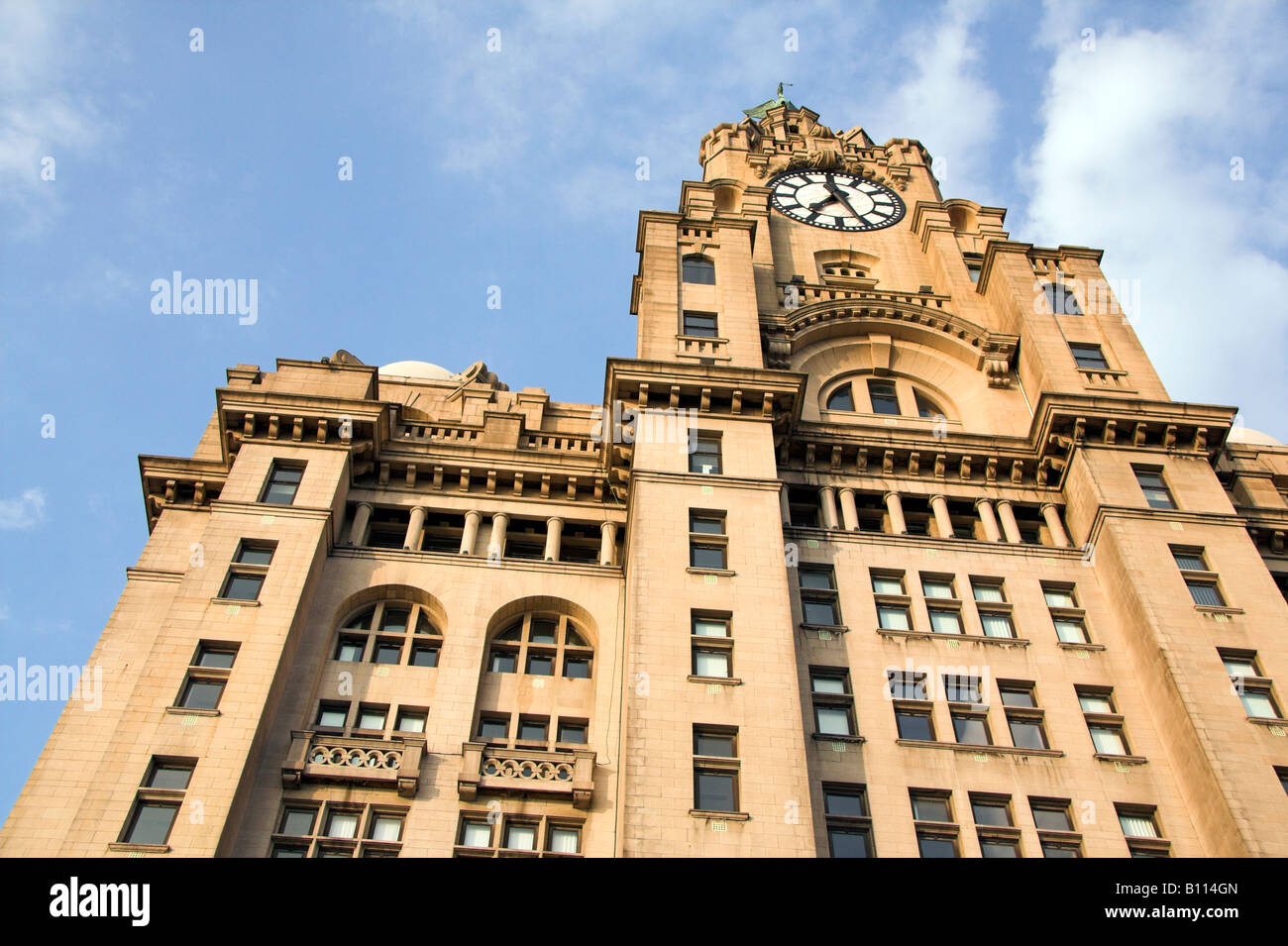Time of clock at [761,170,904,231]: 7:25
